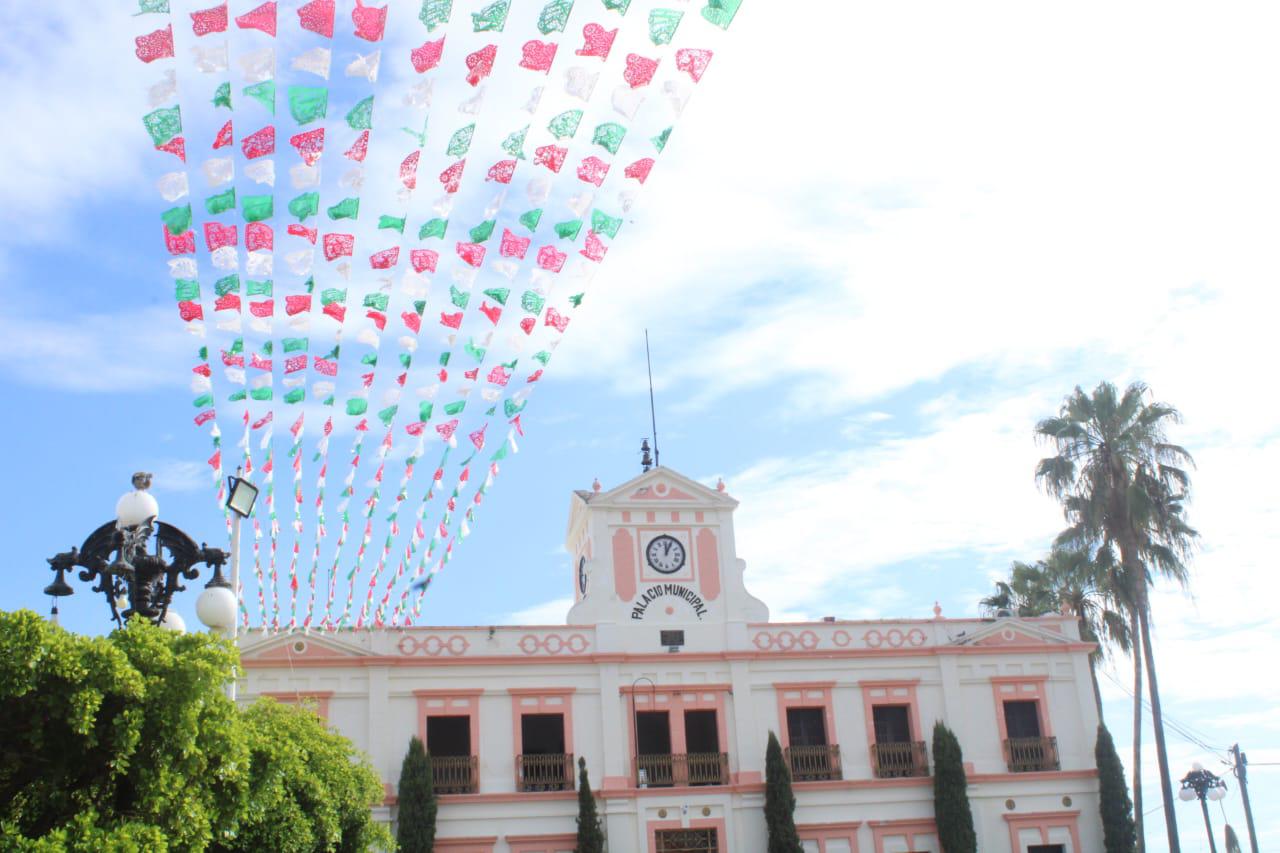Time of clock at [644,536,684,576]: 12:04
